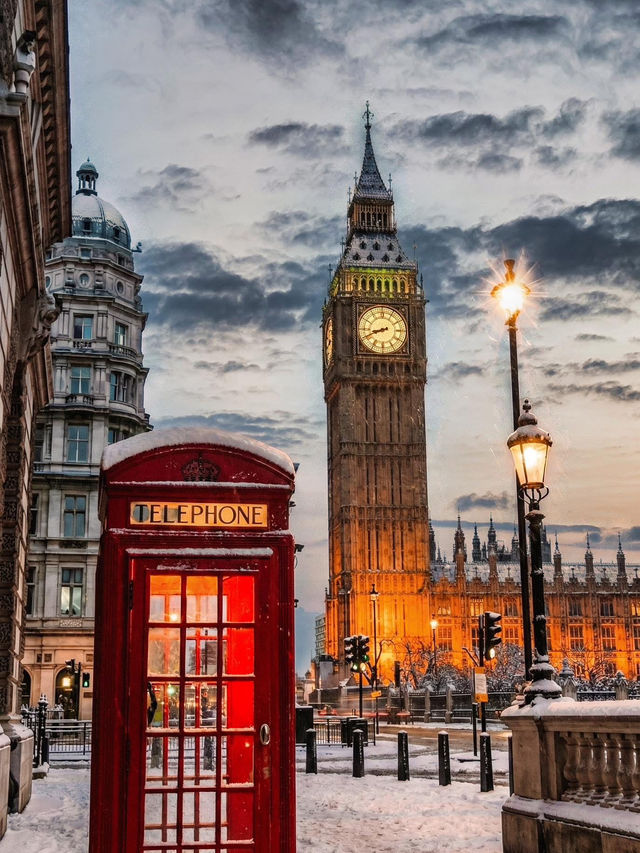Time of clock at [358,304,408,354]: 8:41
